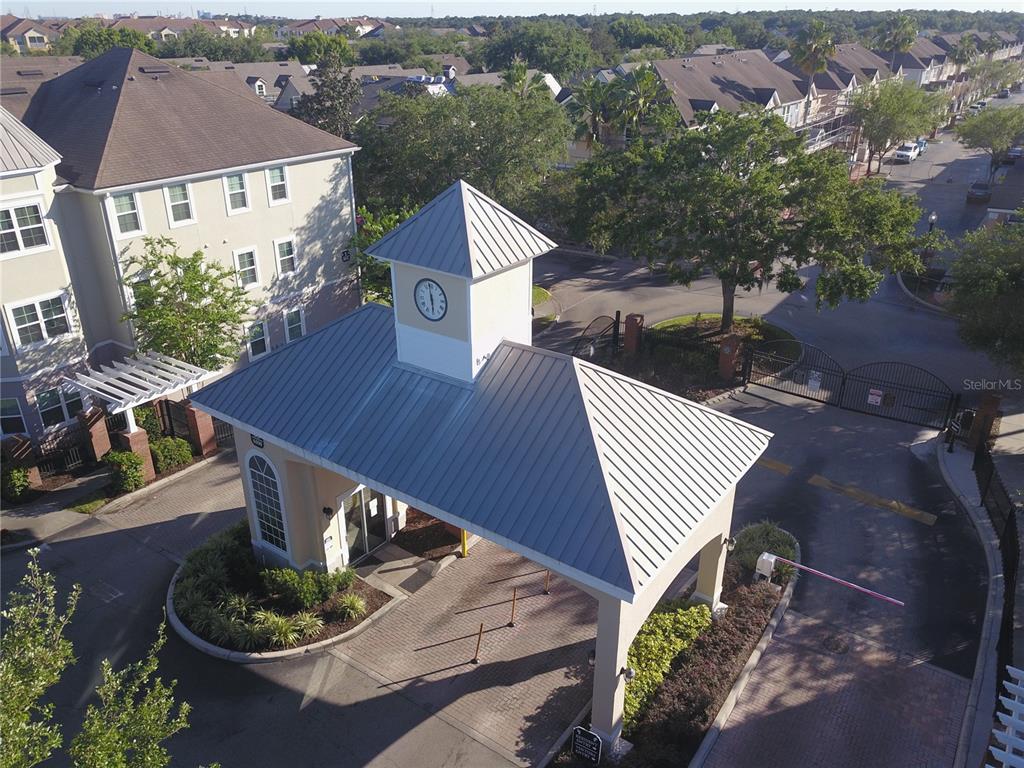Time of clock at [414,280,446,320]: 5:58
